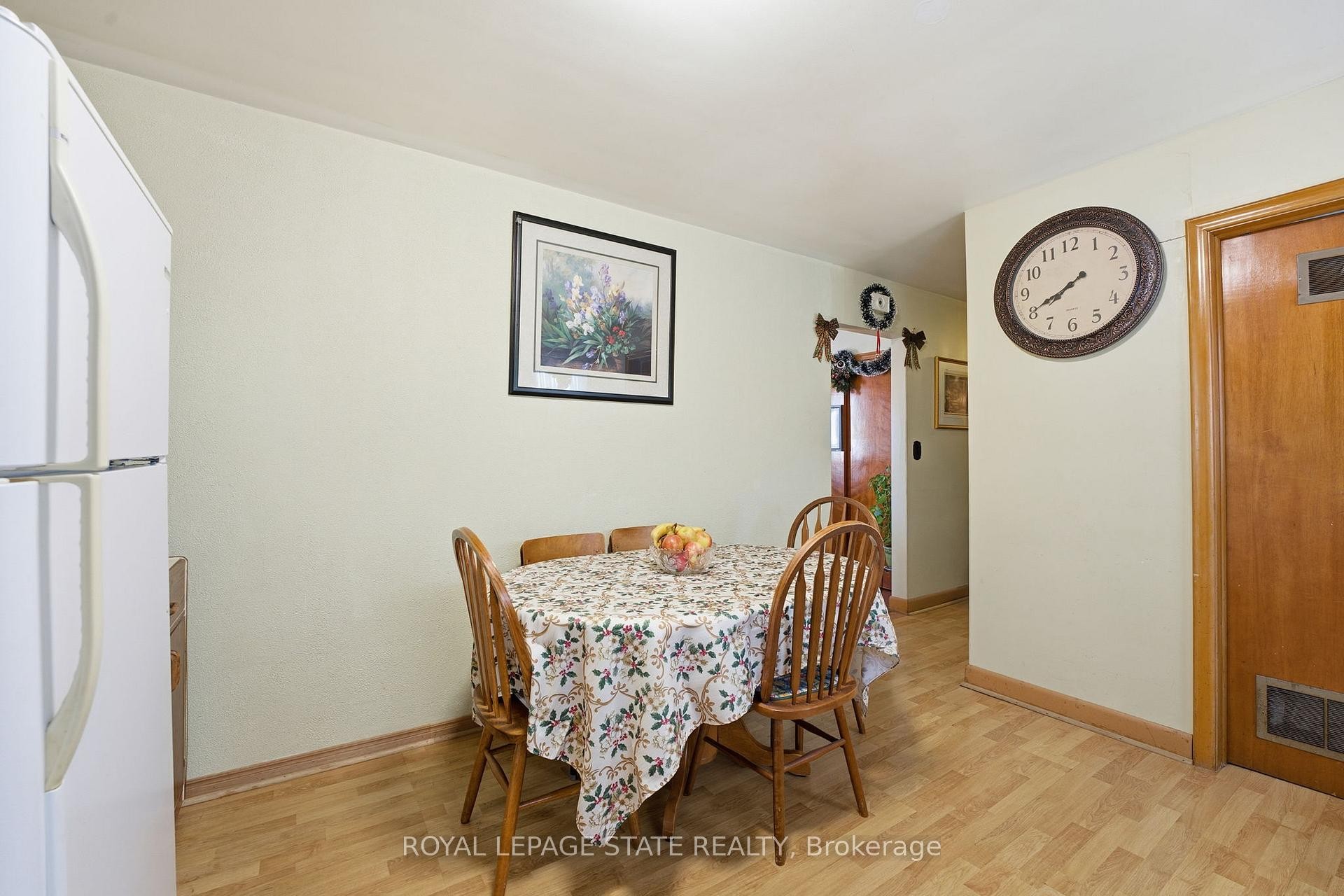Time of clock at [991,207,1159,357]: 7:40
